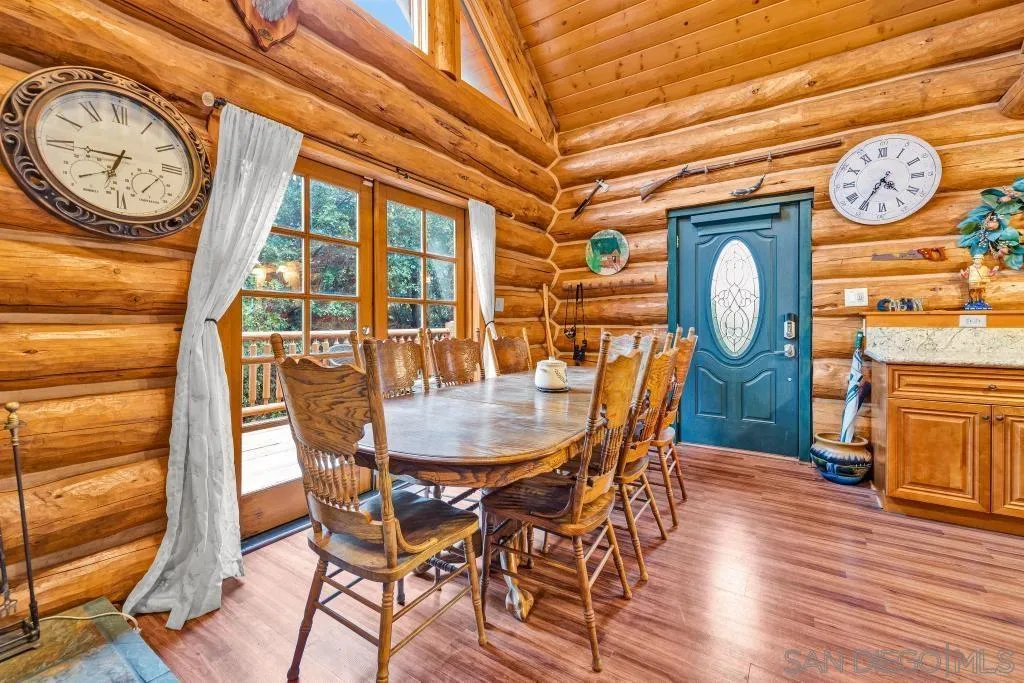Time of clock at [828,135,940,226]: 4:35
